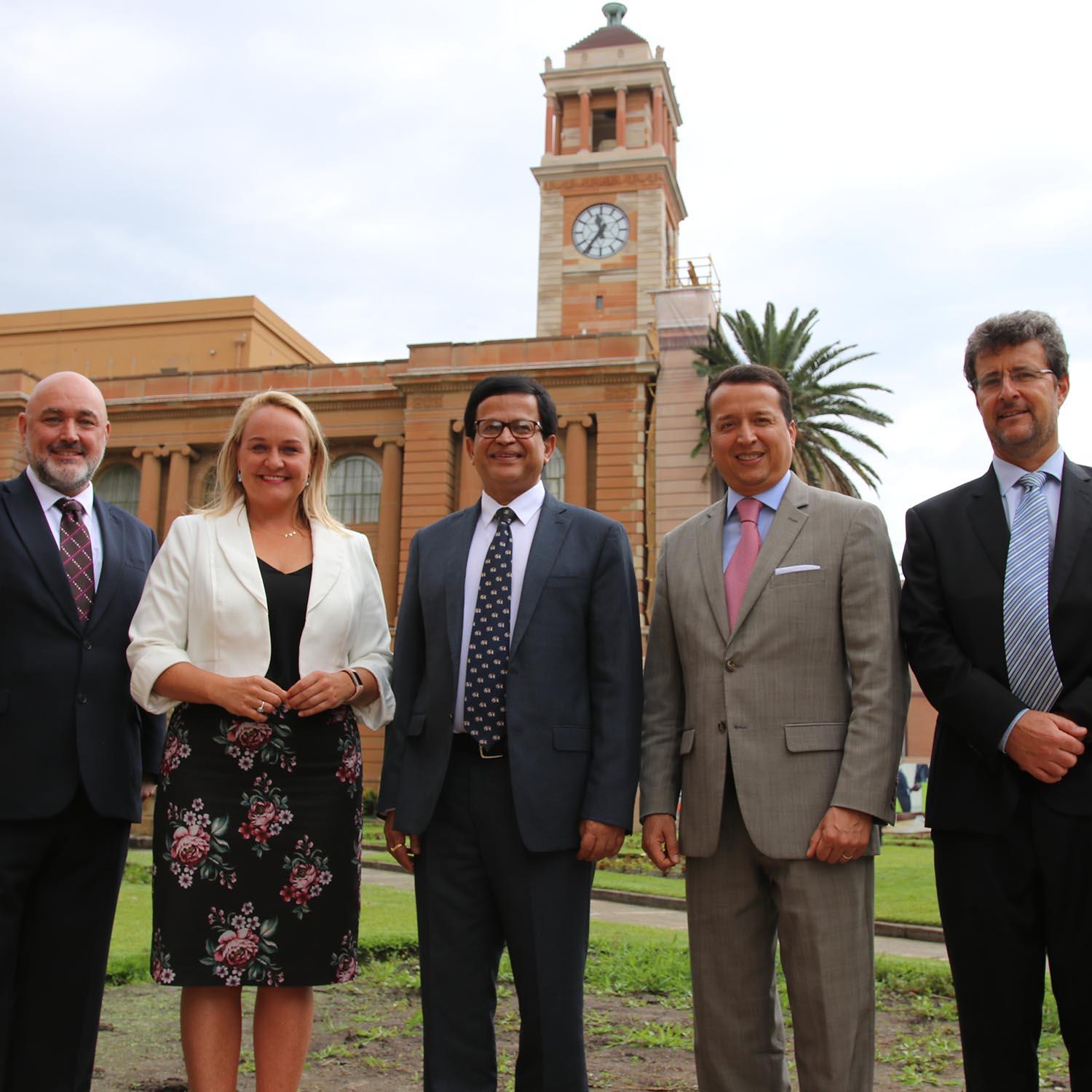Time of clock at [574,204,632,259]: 11:36
